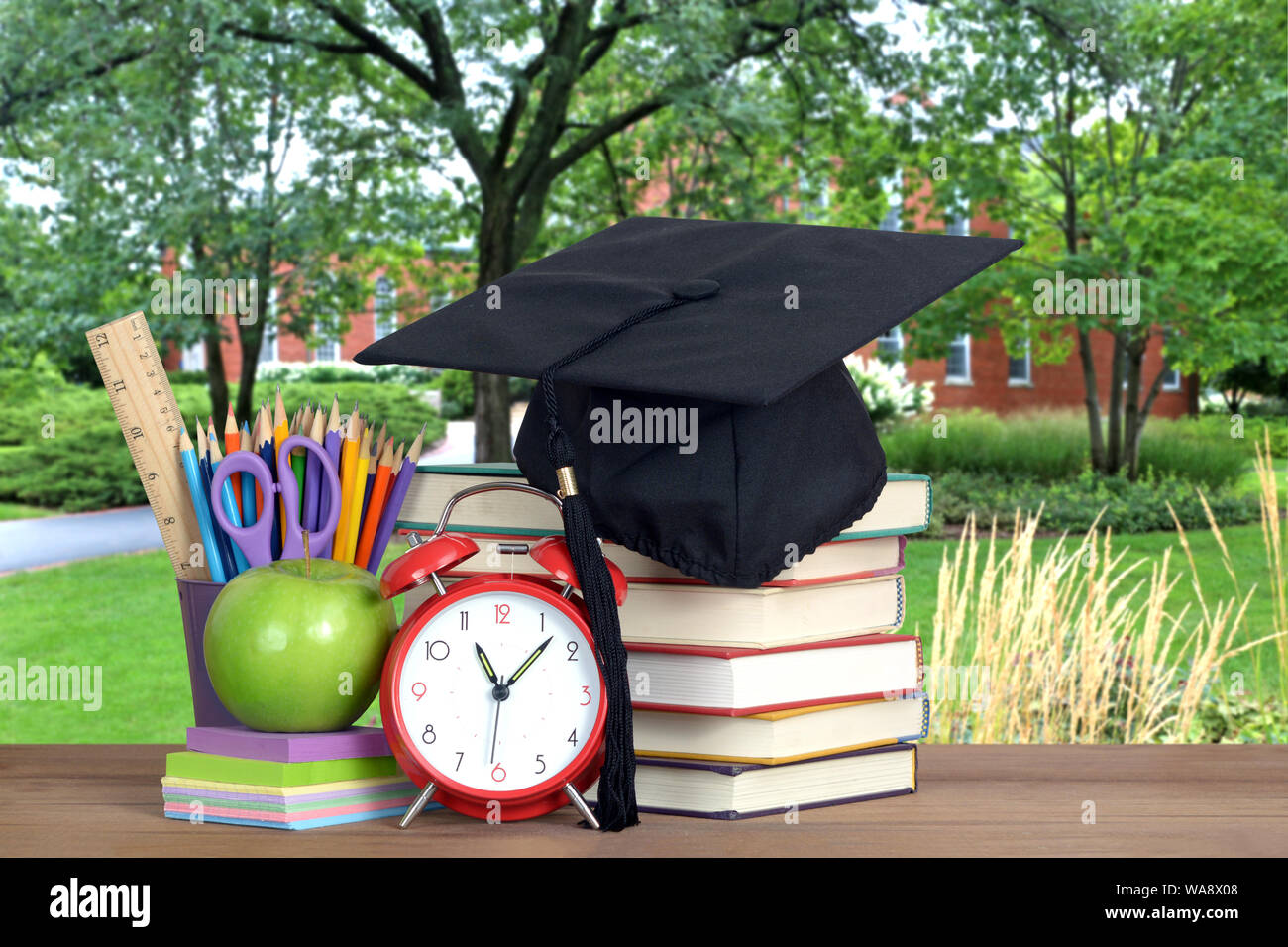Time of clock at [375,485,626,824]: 11:07
